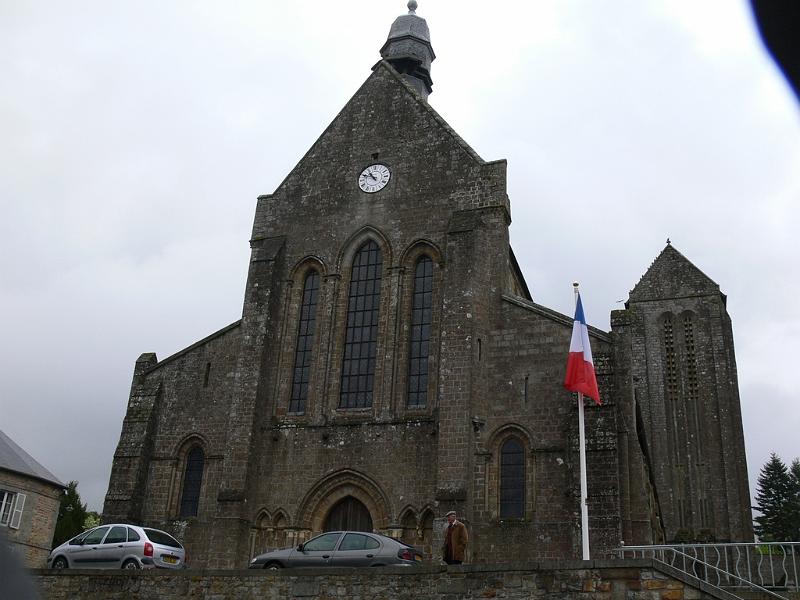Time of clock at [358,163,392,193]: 10:48
